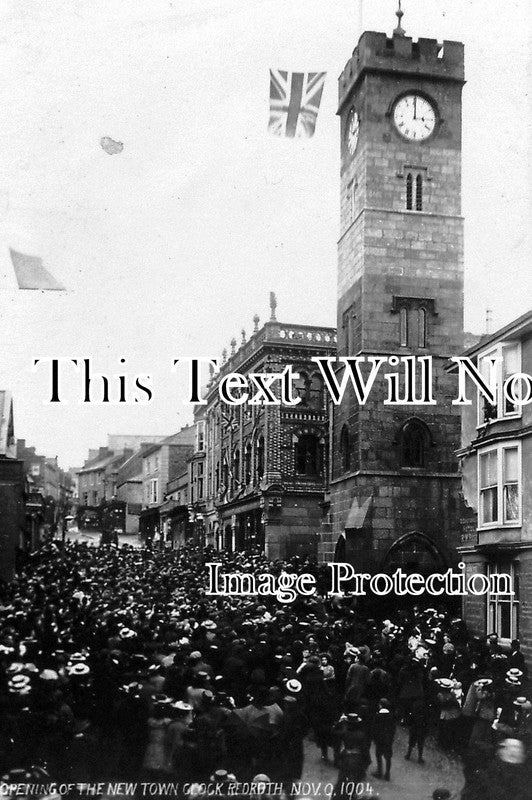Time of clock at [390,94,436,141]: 3:00
